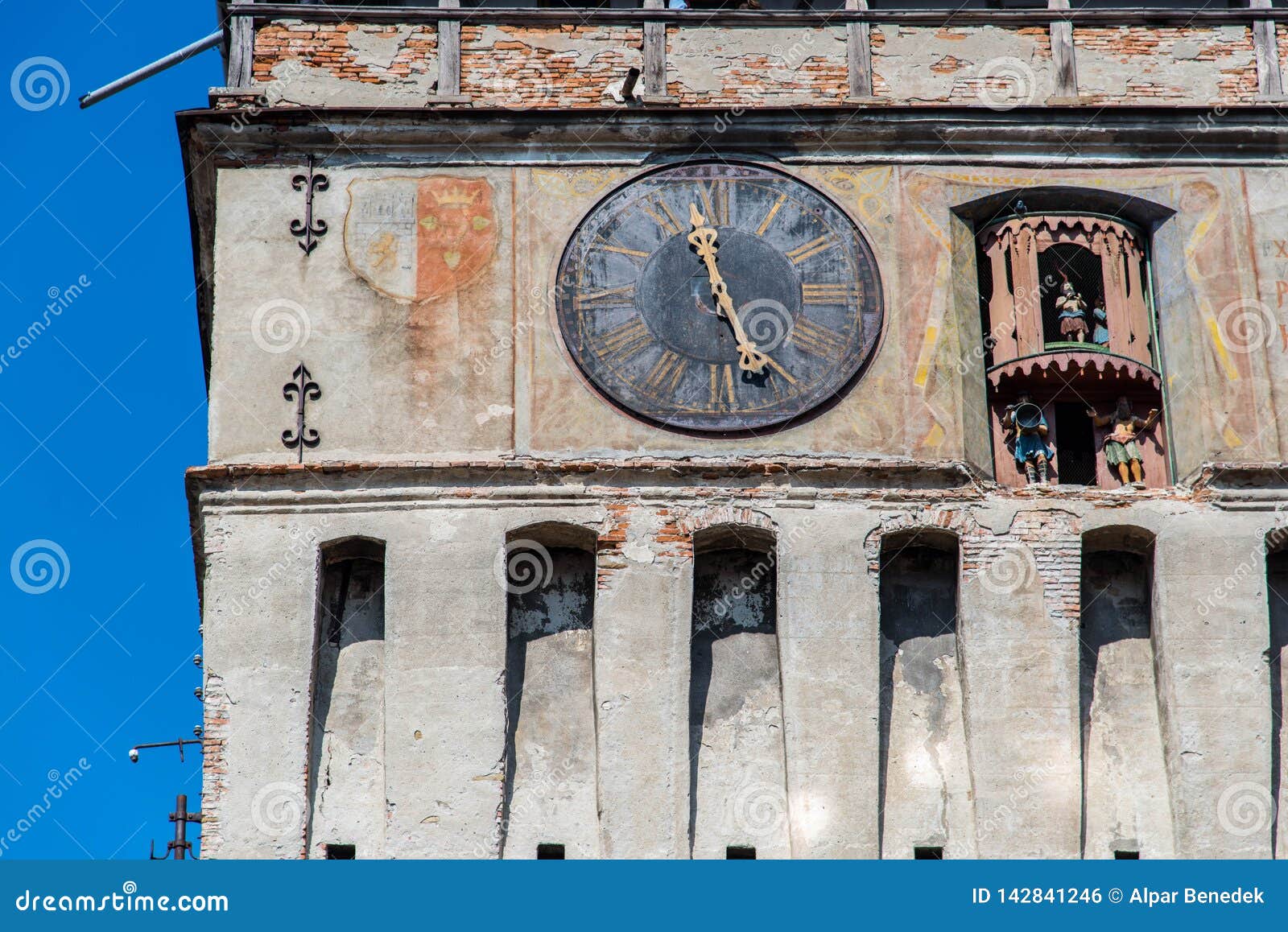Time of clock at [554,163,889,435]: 11:25
